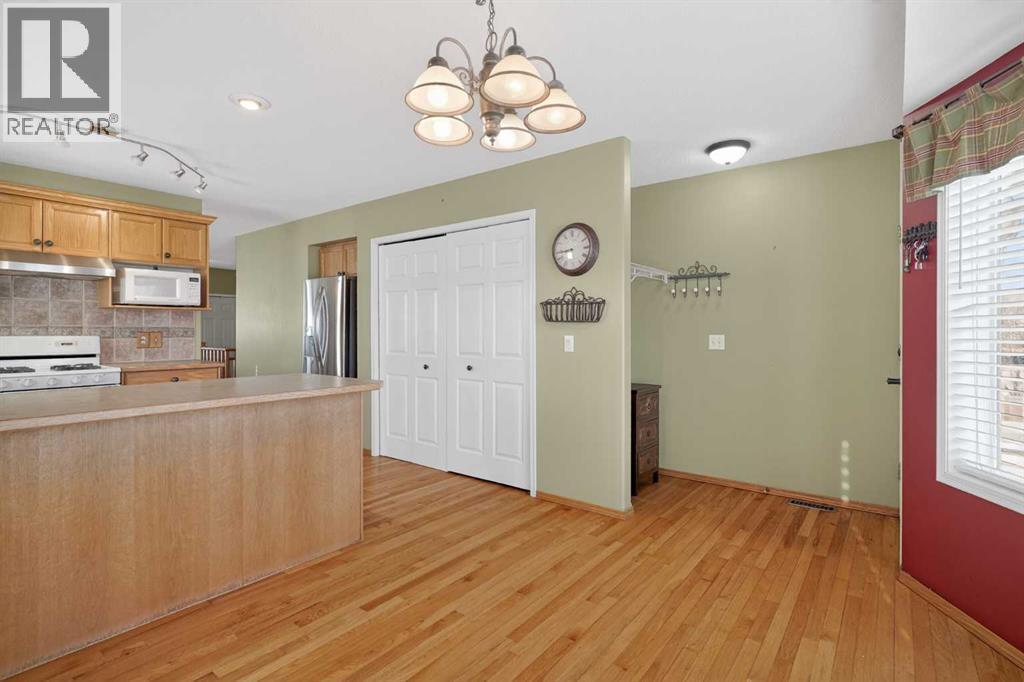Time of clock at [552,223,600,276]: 8:43
